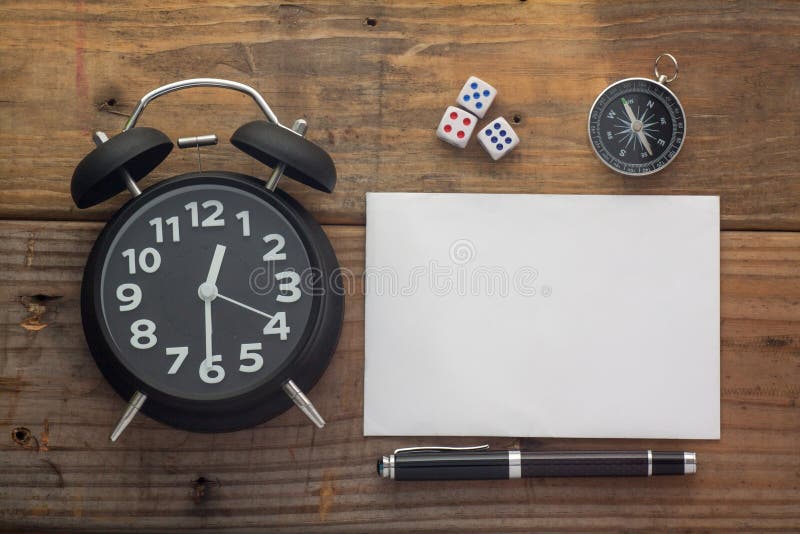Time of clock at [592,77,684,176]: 11:25
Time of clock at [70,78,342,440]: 12:30
